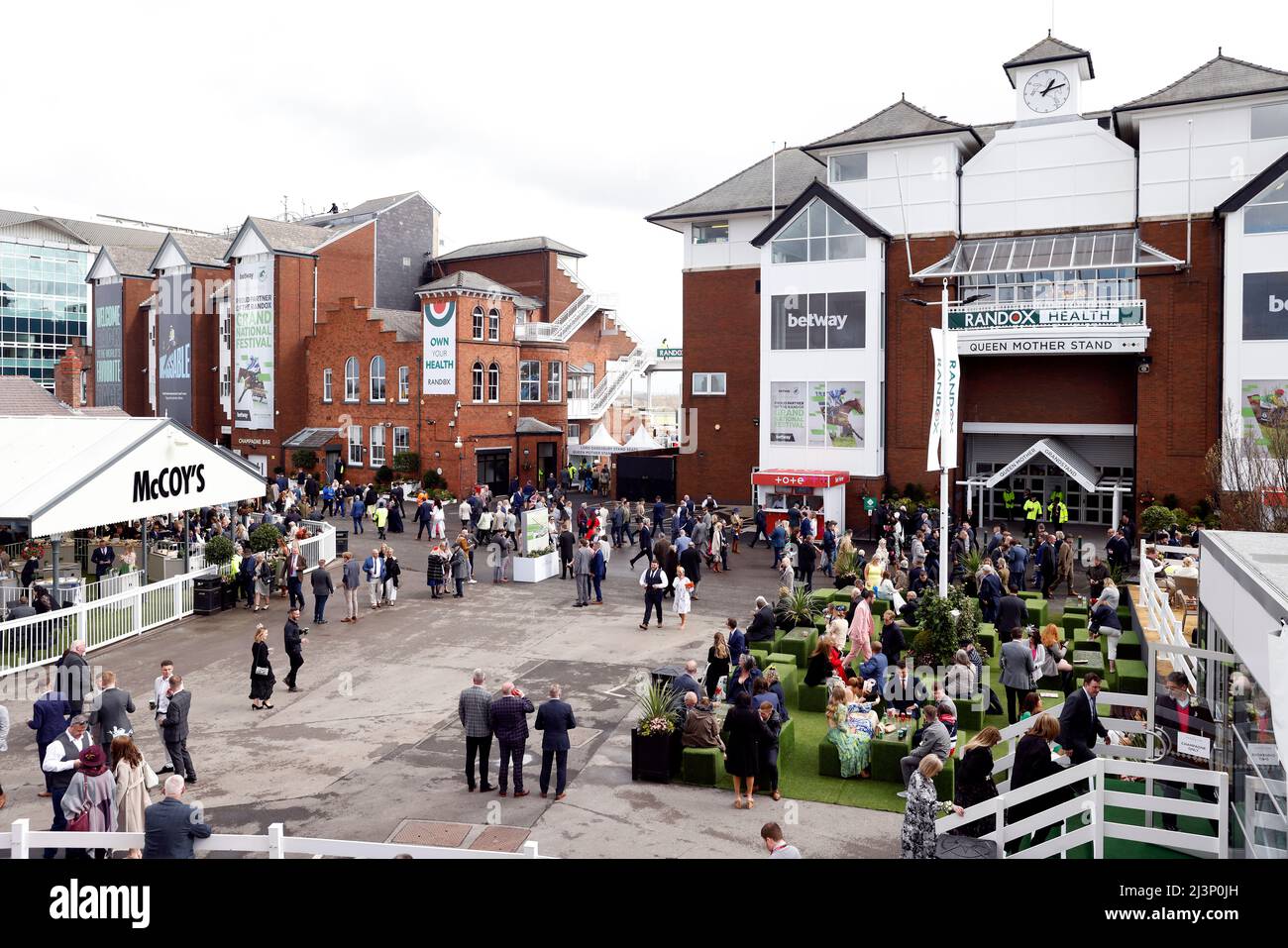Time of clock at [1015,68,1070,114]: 1:12
